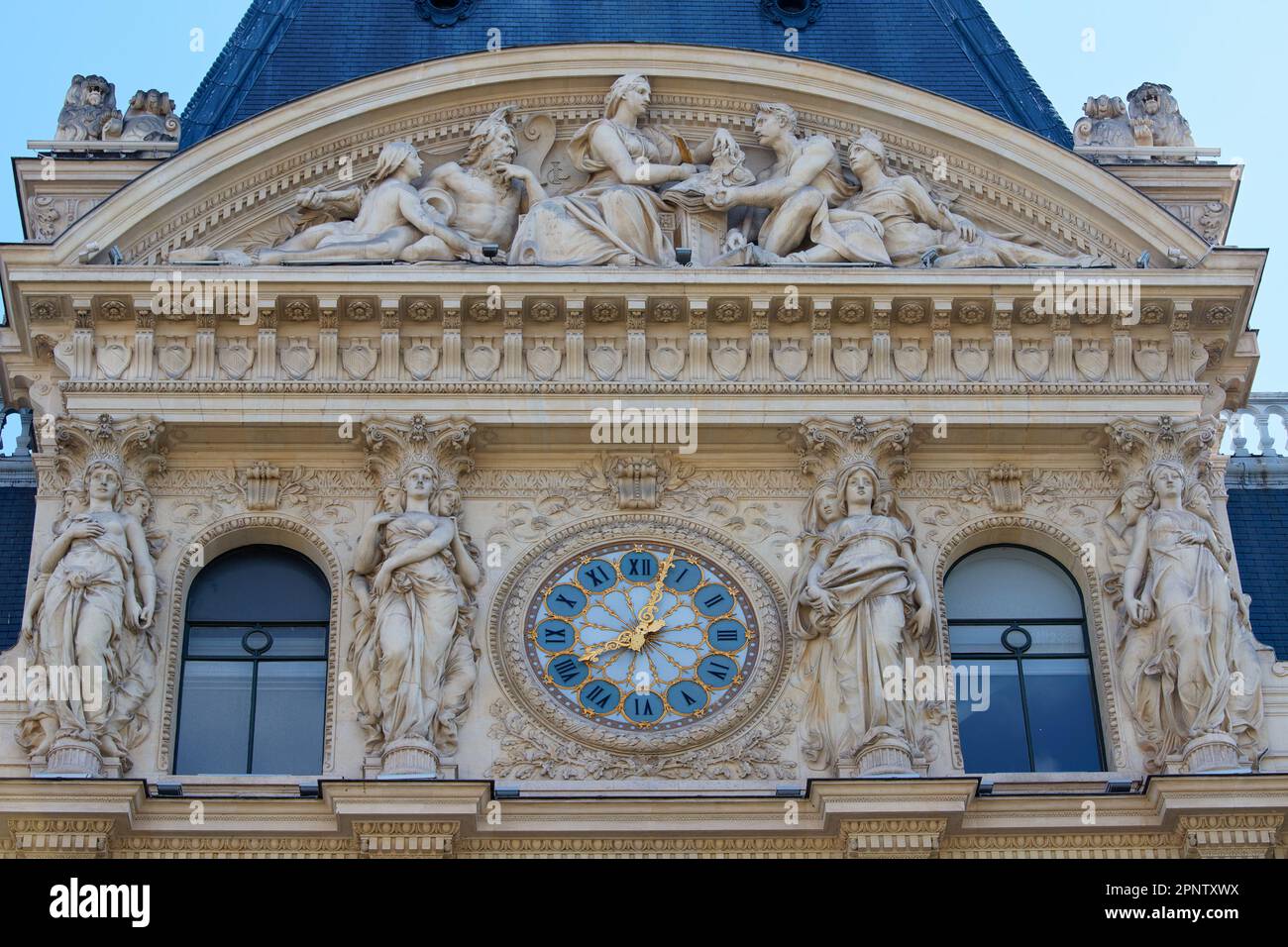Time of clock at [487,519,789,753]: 8:02
